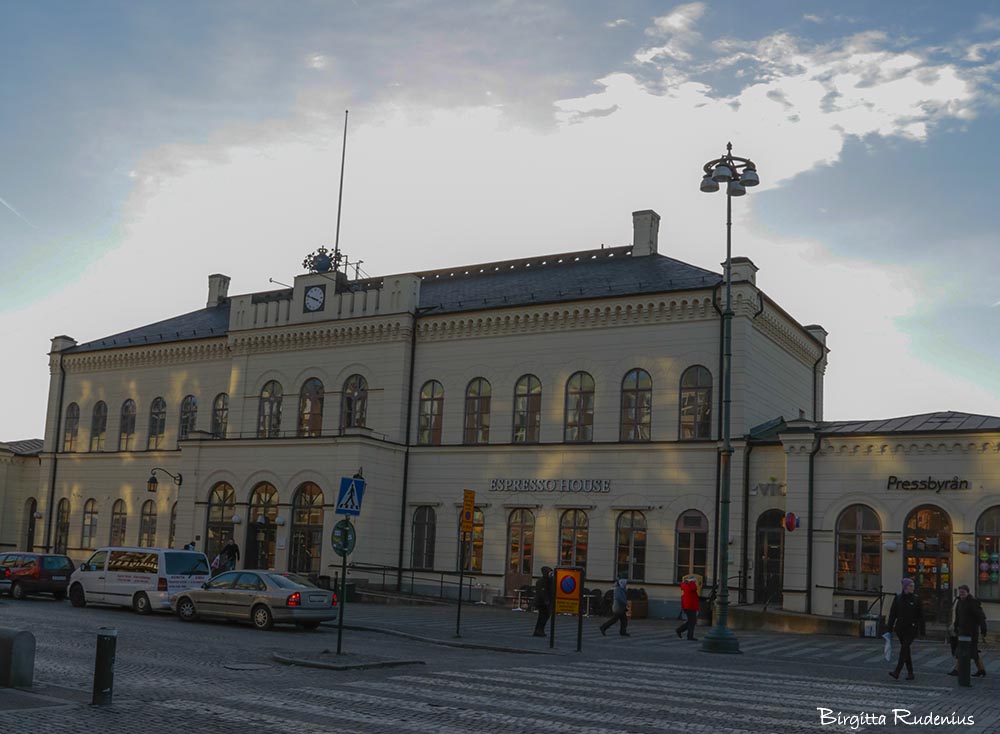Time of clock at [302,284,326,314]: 3:48
